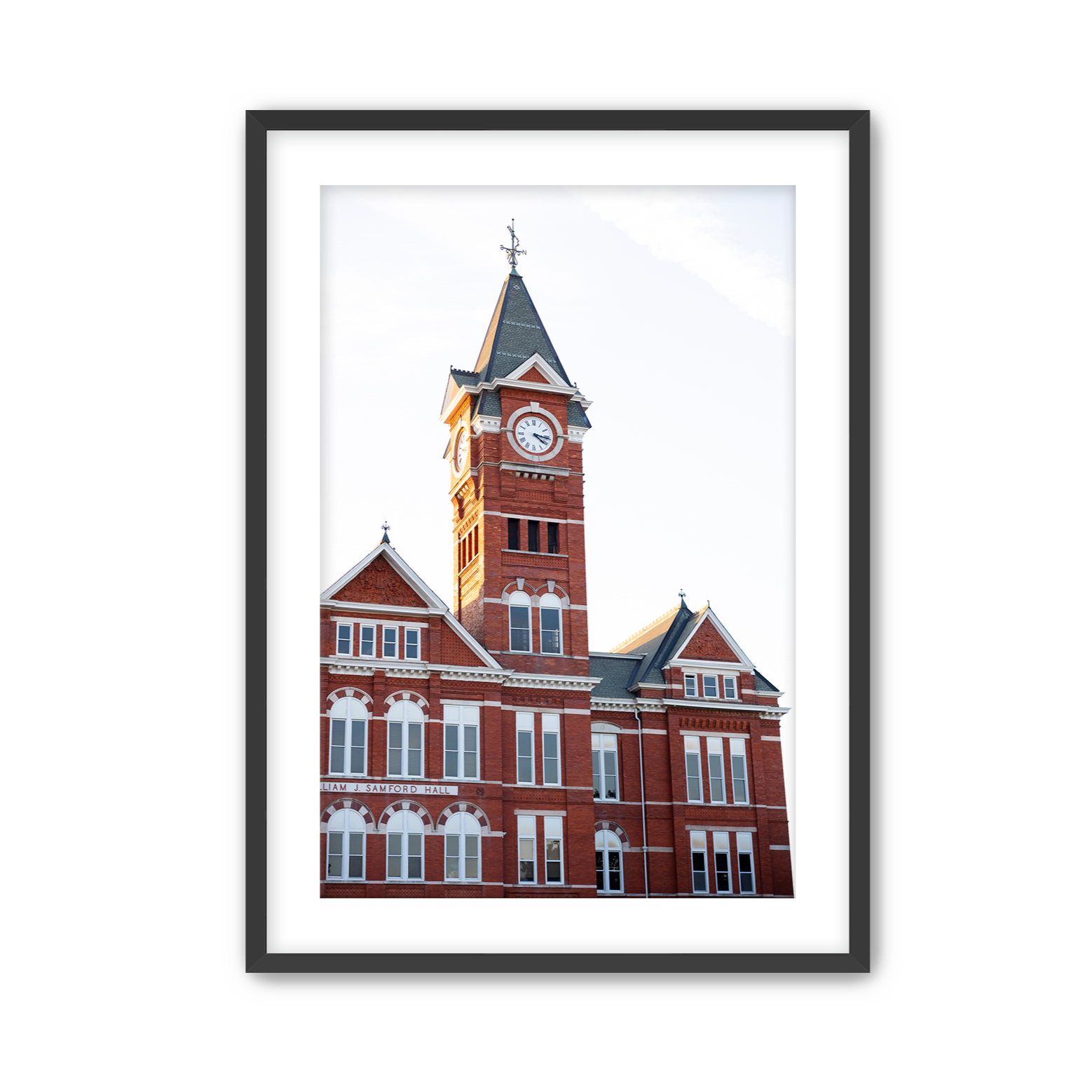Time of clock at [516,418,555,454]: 4:16
